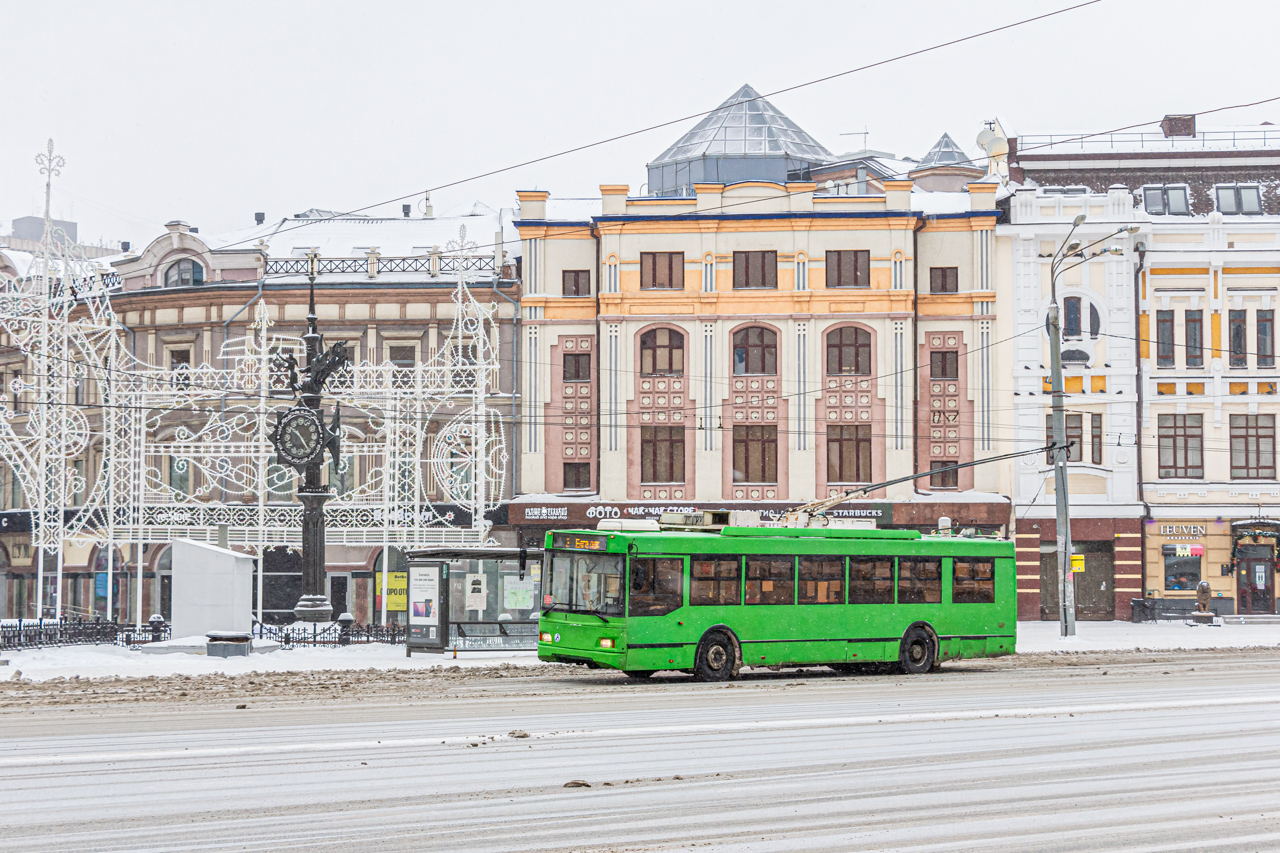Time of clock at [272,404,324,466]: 10:24
